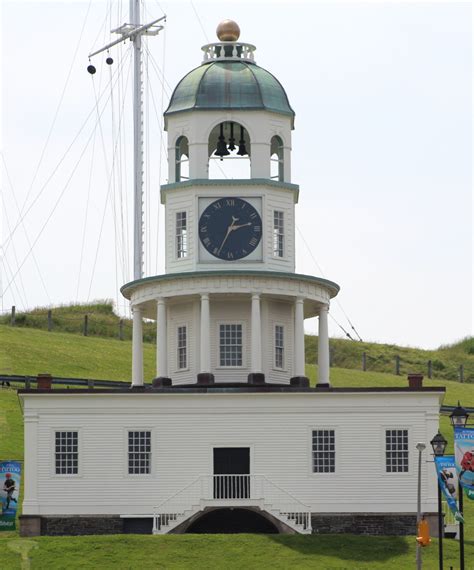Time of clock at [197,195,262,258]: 2:34
